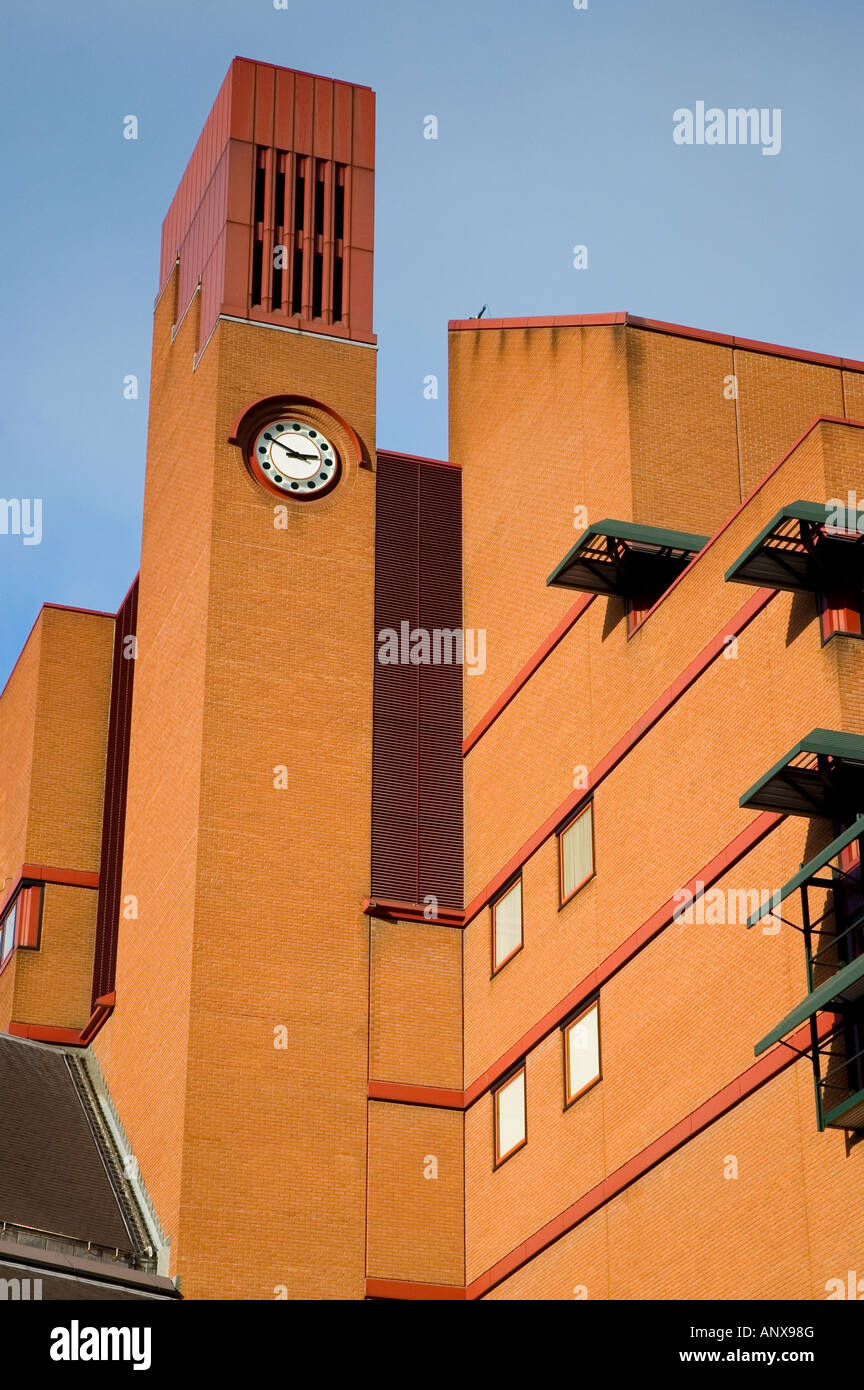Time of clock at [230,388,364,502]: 2:49
